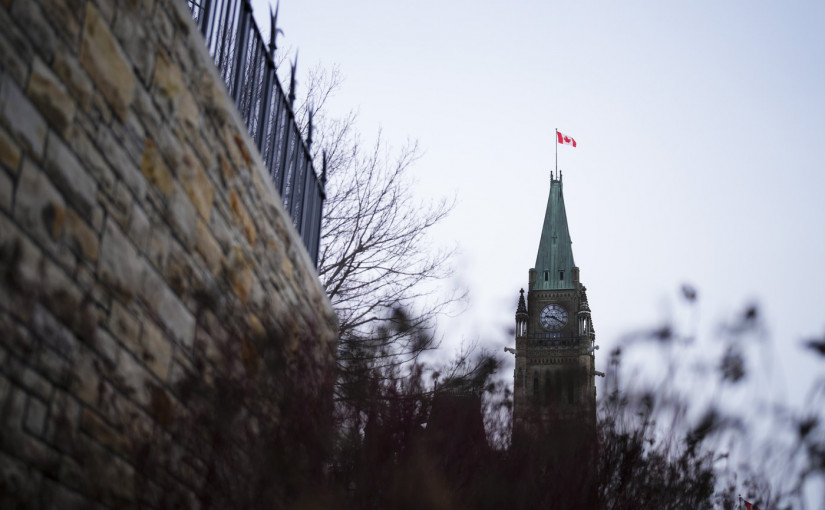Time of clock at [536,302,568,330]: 9:20
